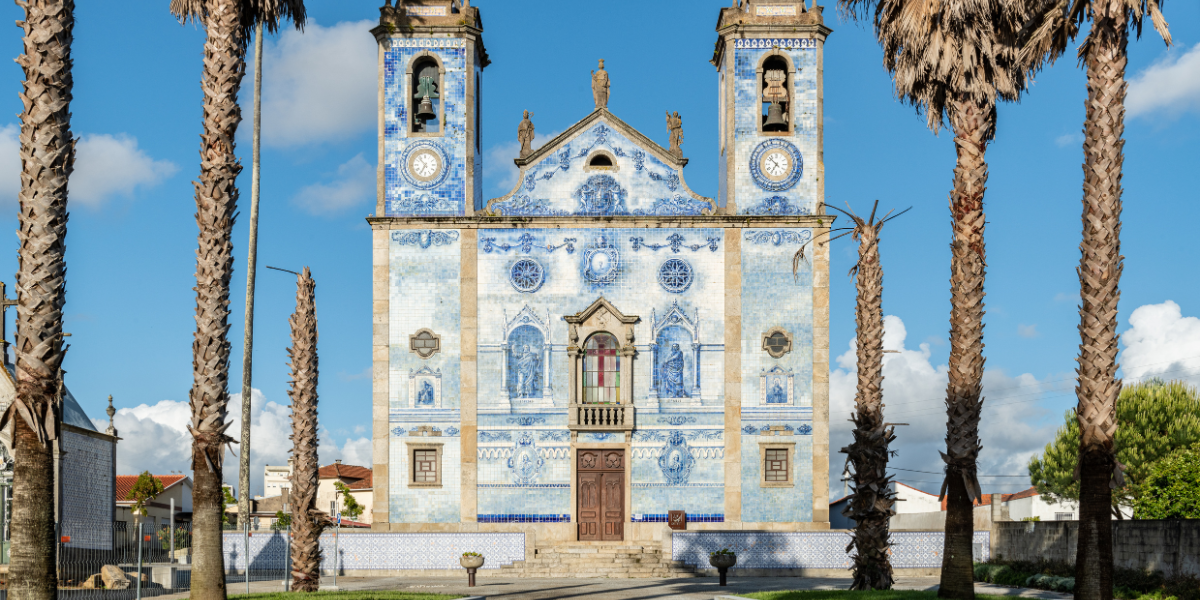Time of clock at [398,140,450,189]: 6:53
